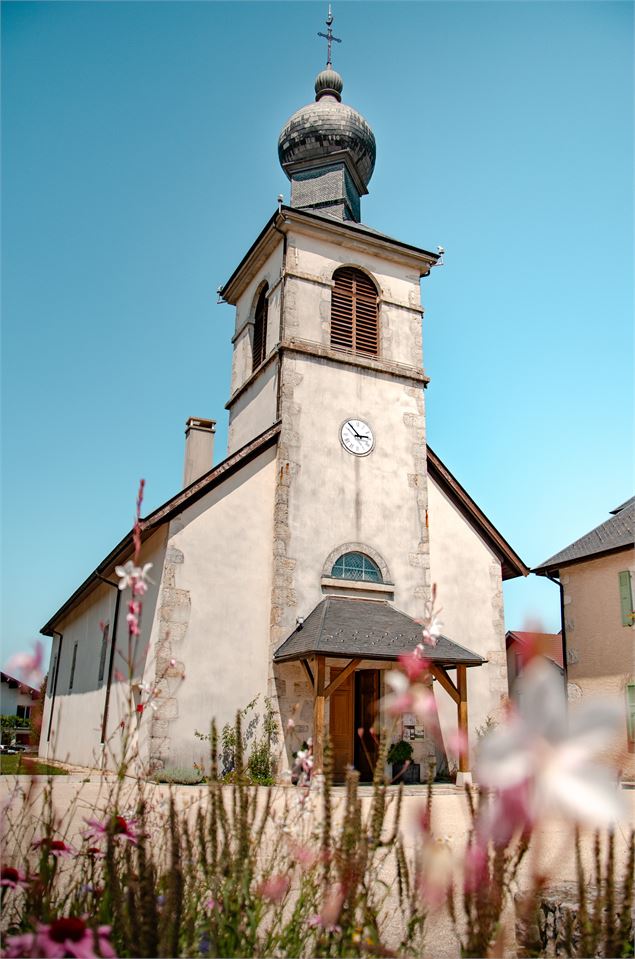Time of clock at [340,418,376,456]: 2:53
